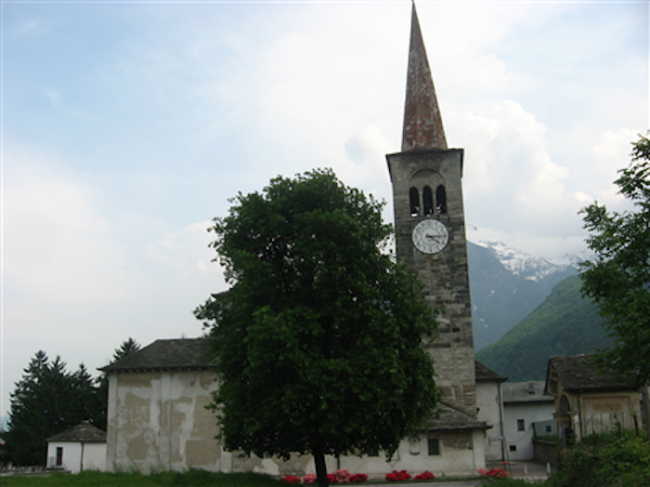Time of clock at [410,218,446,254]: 4:14
